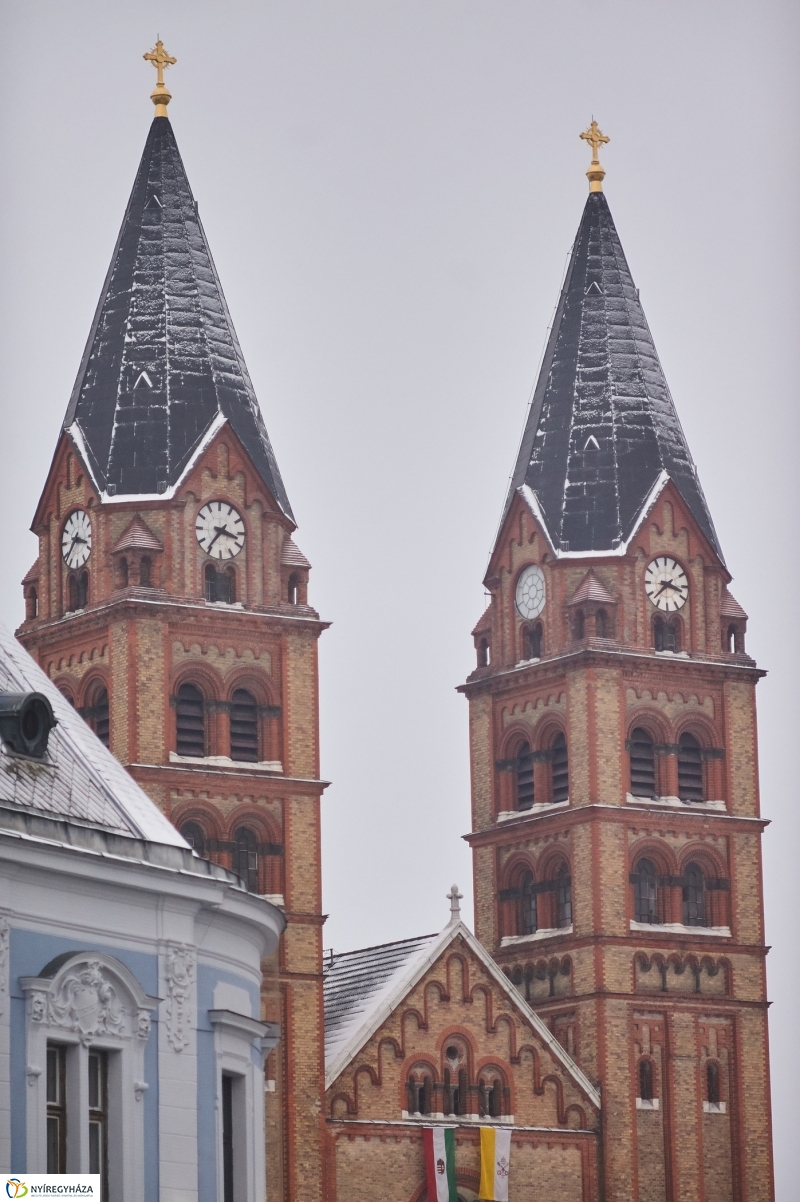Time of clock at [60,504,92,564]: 3:37
